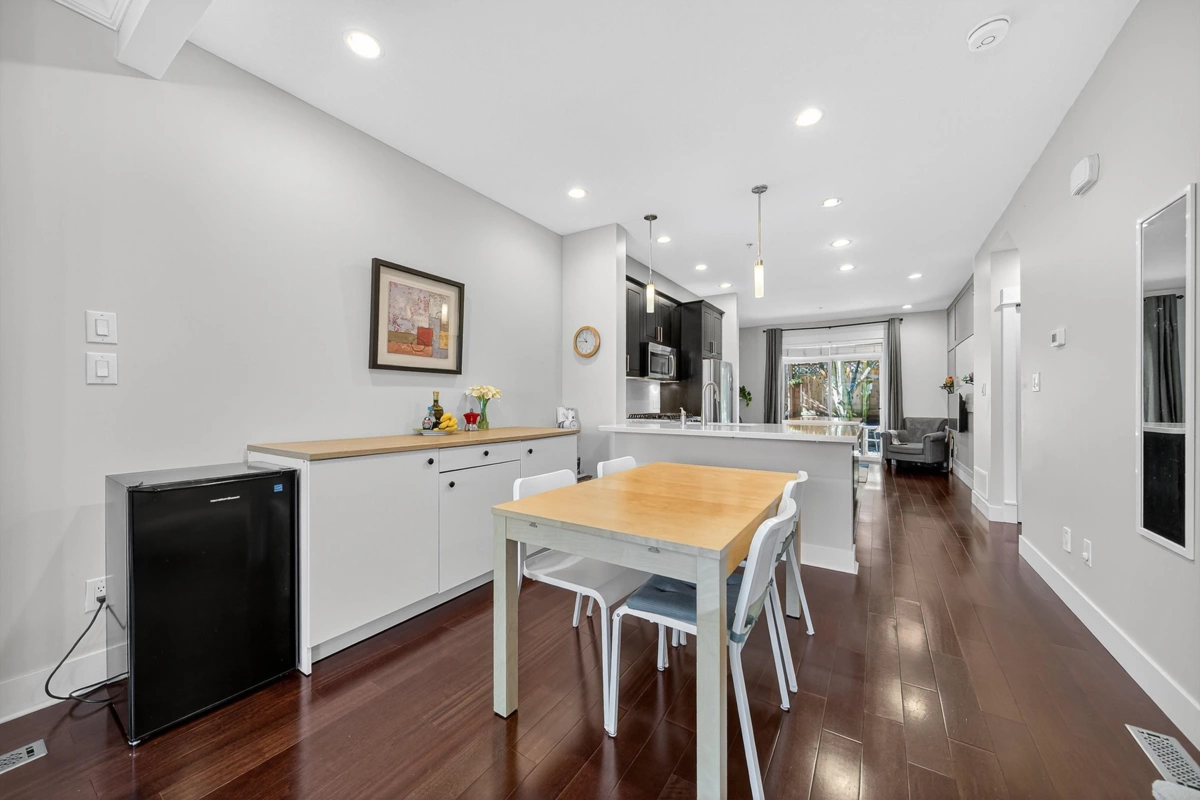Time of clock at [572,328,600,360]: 10:45
